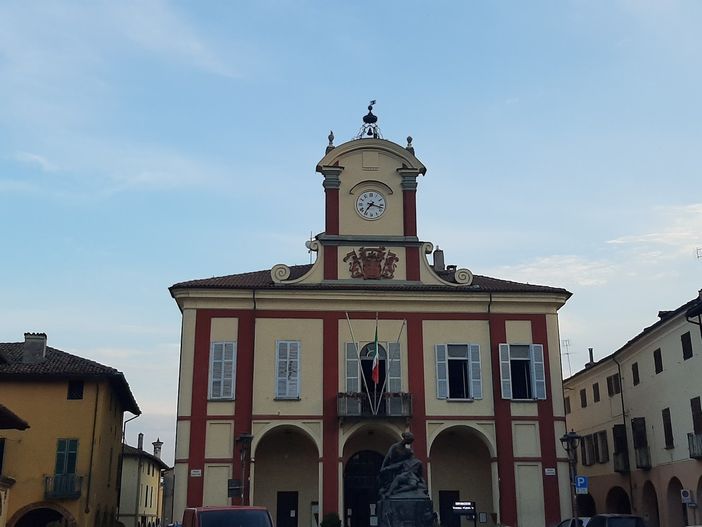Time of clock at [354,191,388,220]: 7:17
